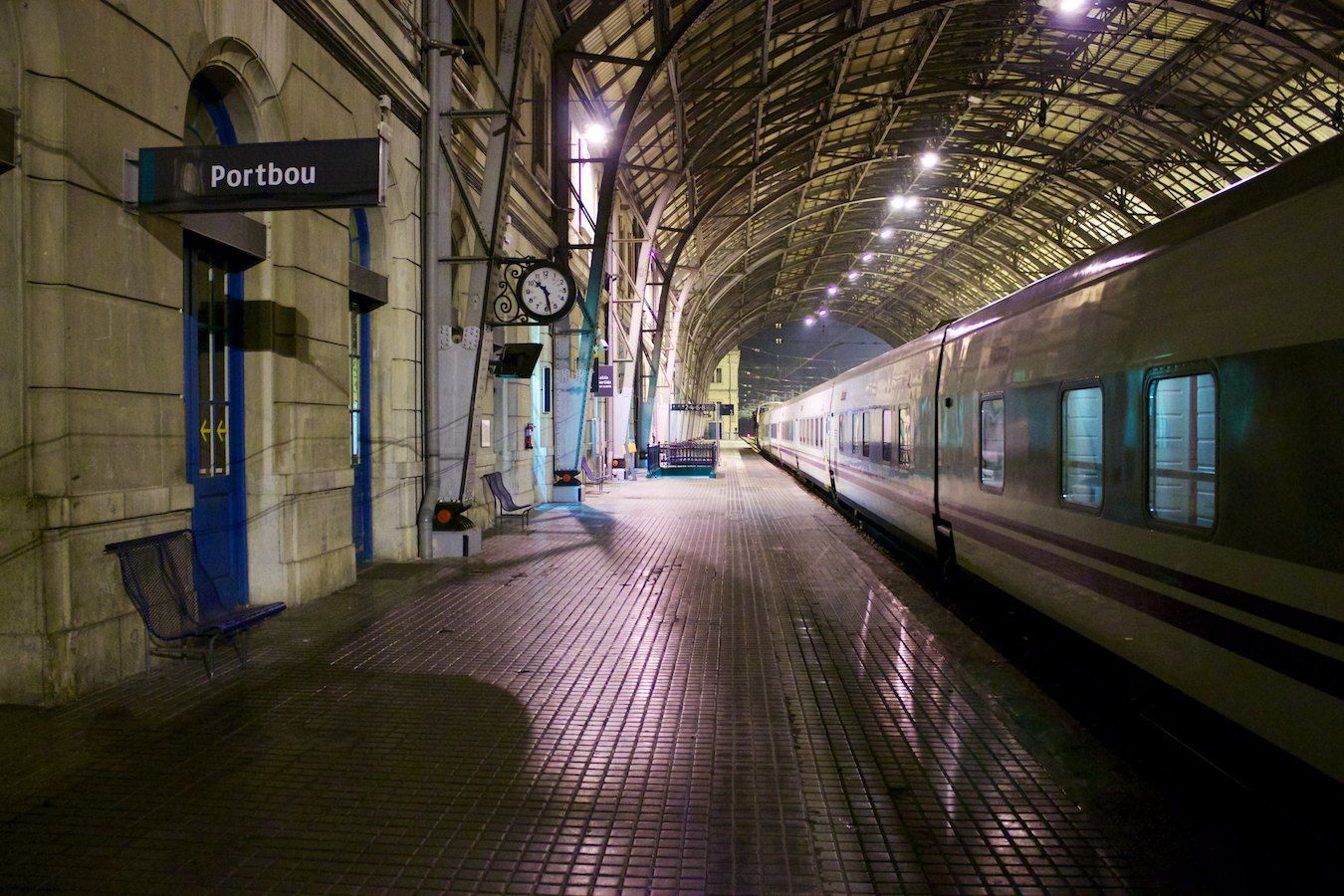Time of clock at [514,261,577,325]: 10:28
